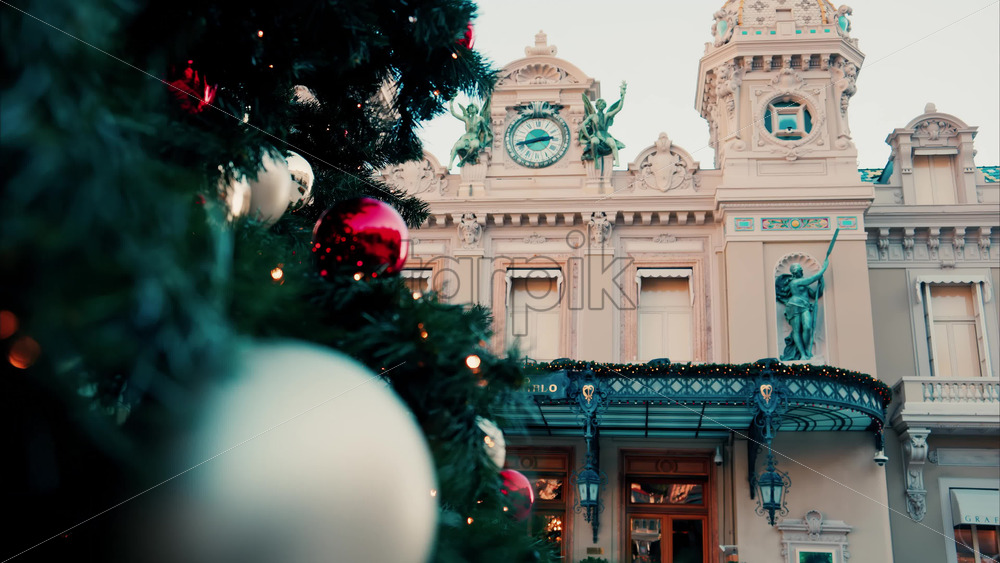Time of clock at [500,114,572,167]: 2:42
